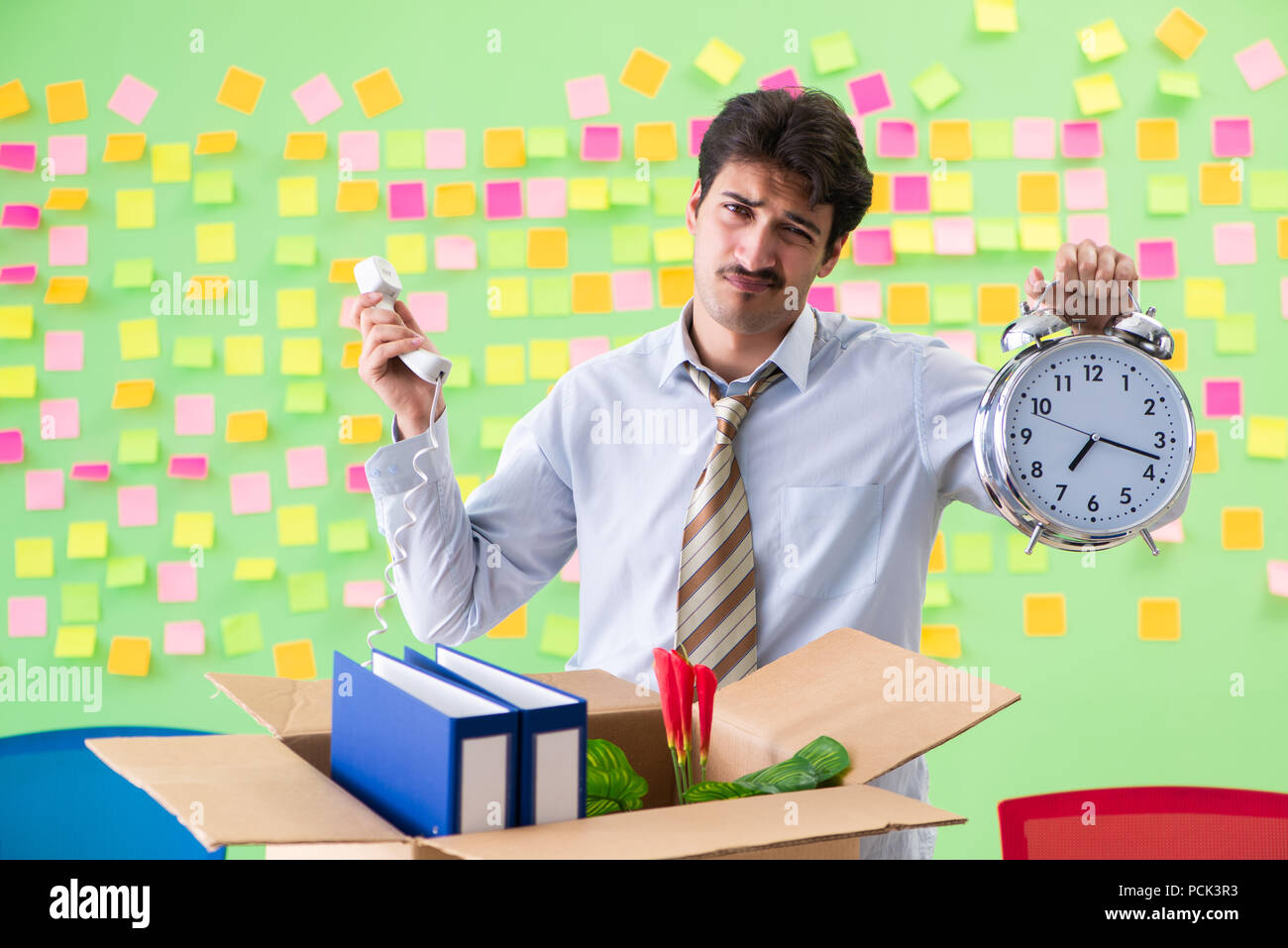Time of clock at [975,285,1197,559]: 7:17
